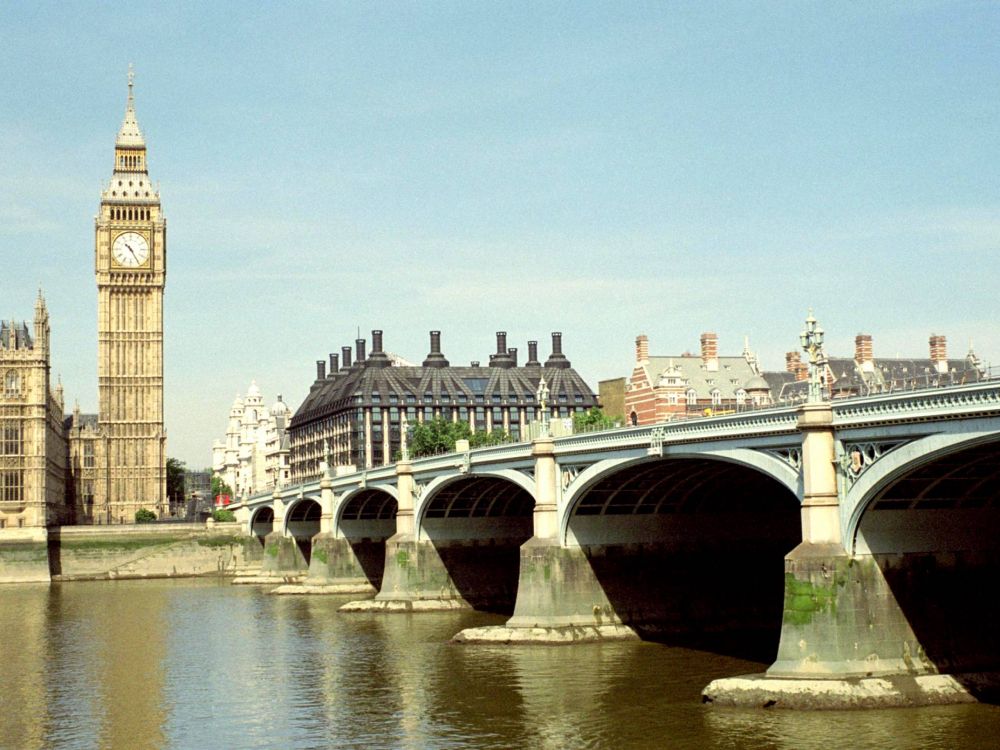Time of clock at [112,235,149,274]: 10:24
